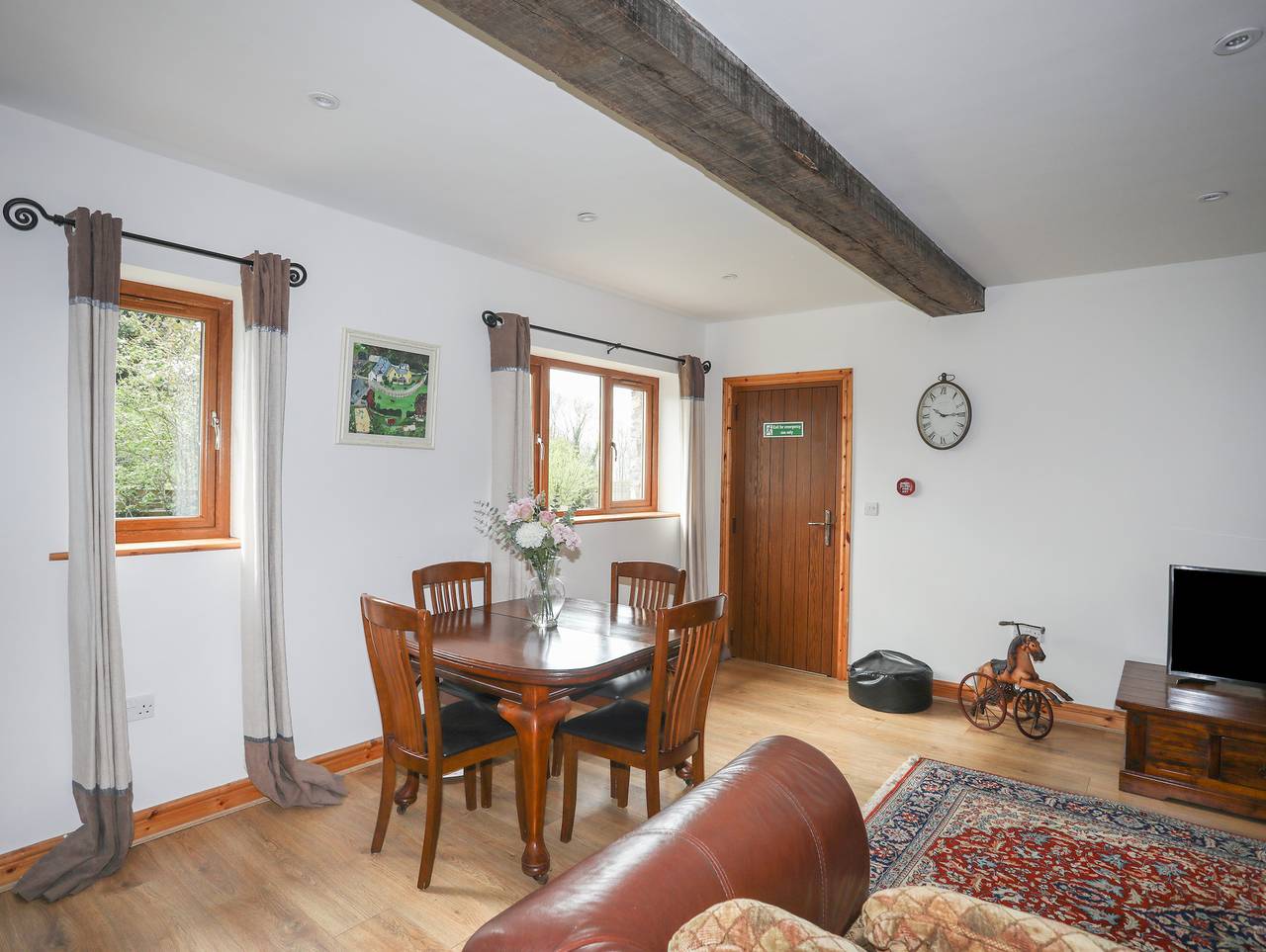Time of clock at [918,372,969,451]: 10:14
